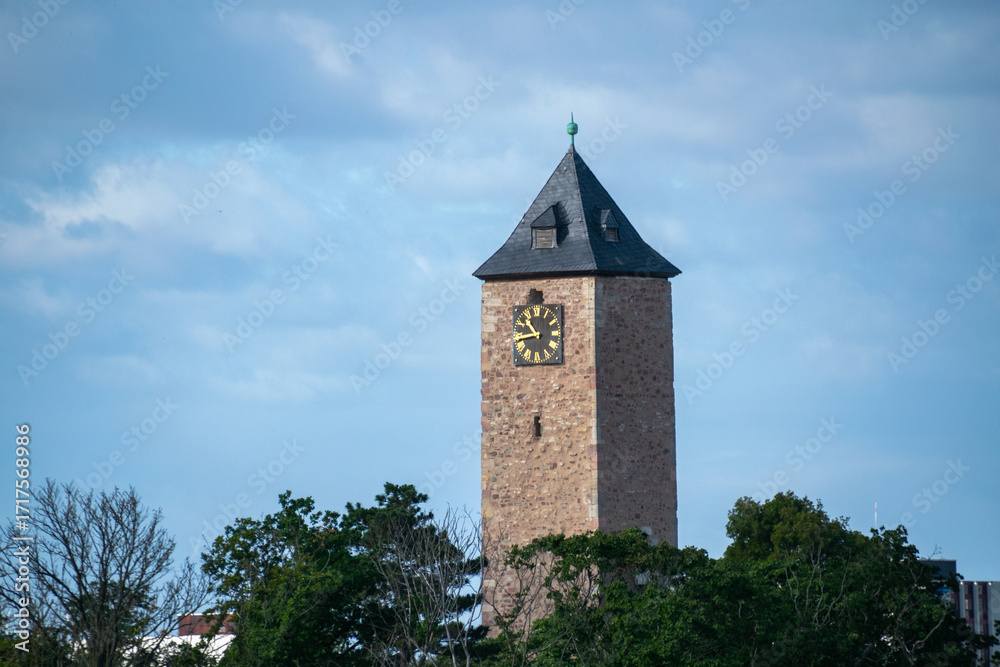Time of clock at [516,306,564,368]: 10:43
